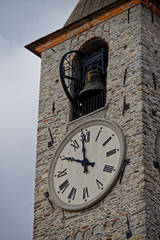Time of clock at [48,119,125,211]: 9:58
